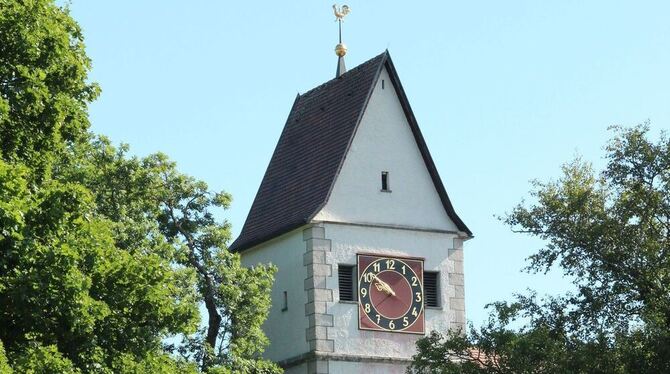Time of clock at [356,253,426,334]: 9:51
